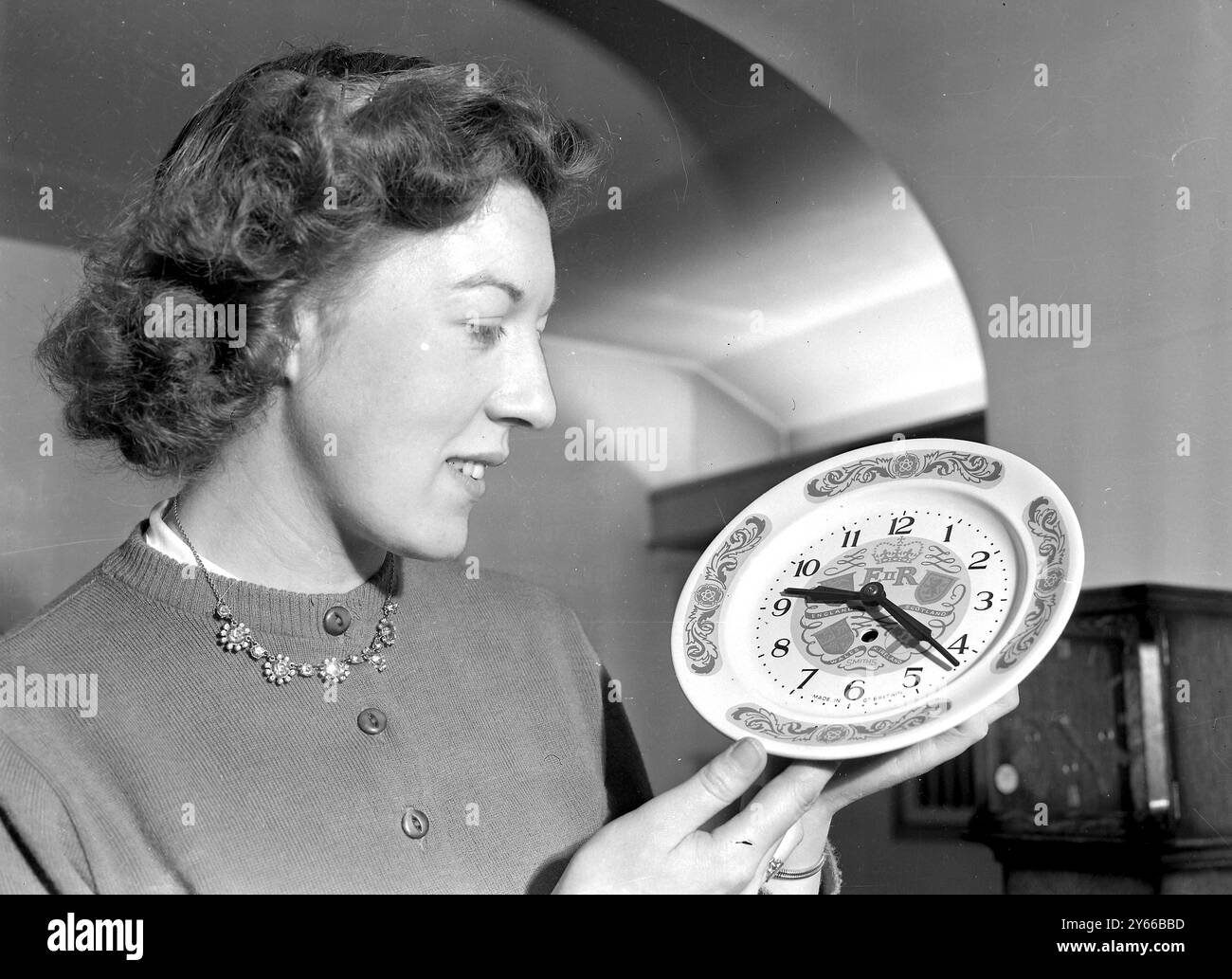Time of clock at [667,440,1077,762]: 9:21
